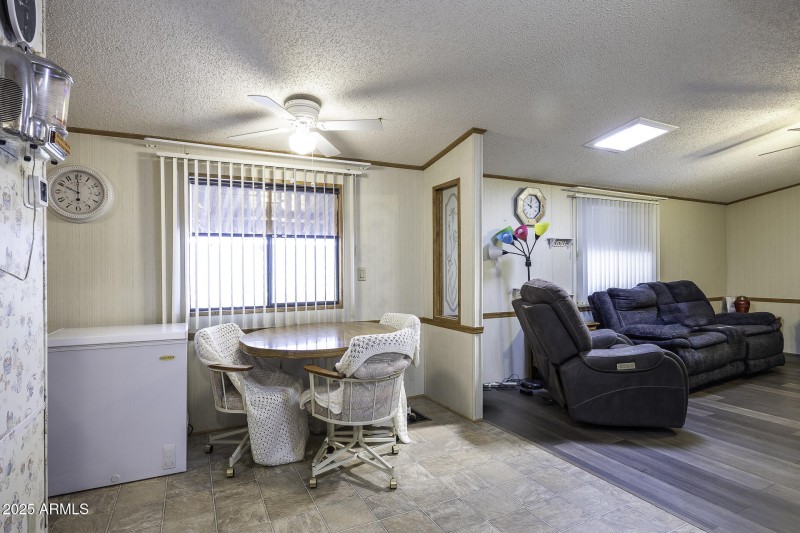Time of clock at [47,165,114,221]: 9:59
